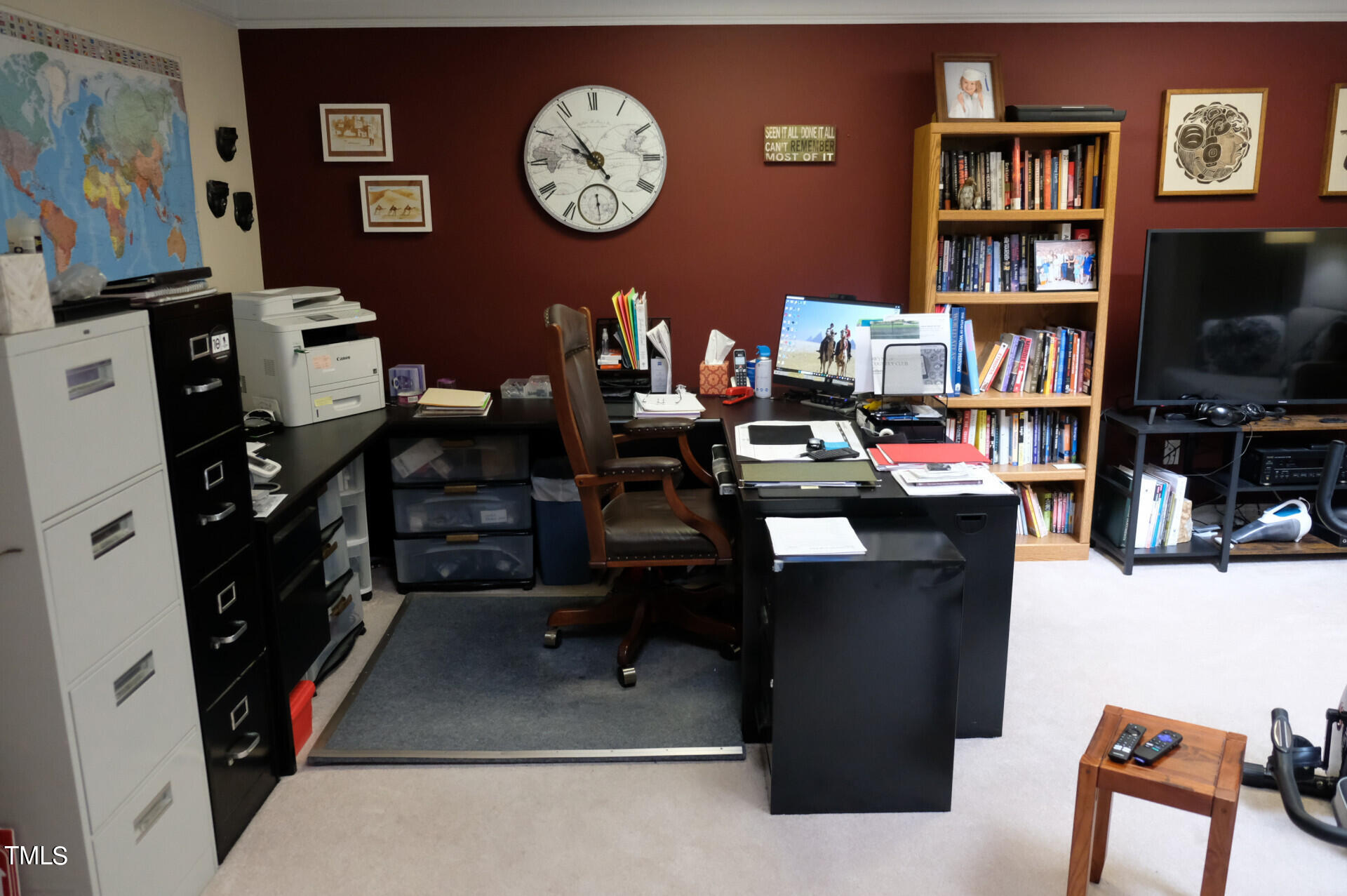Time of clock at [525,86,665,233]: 9:53
